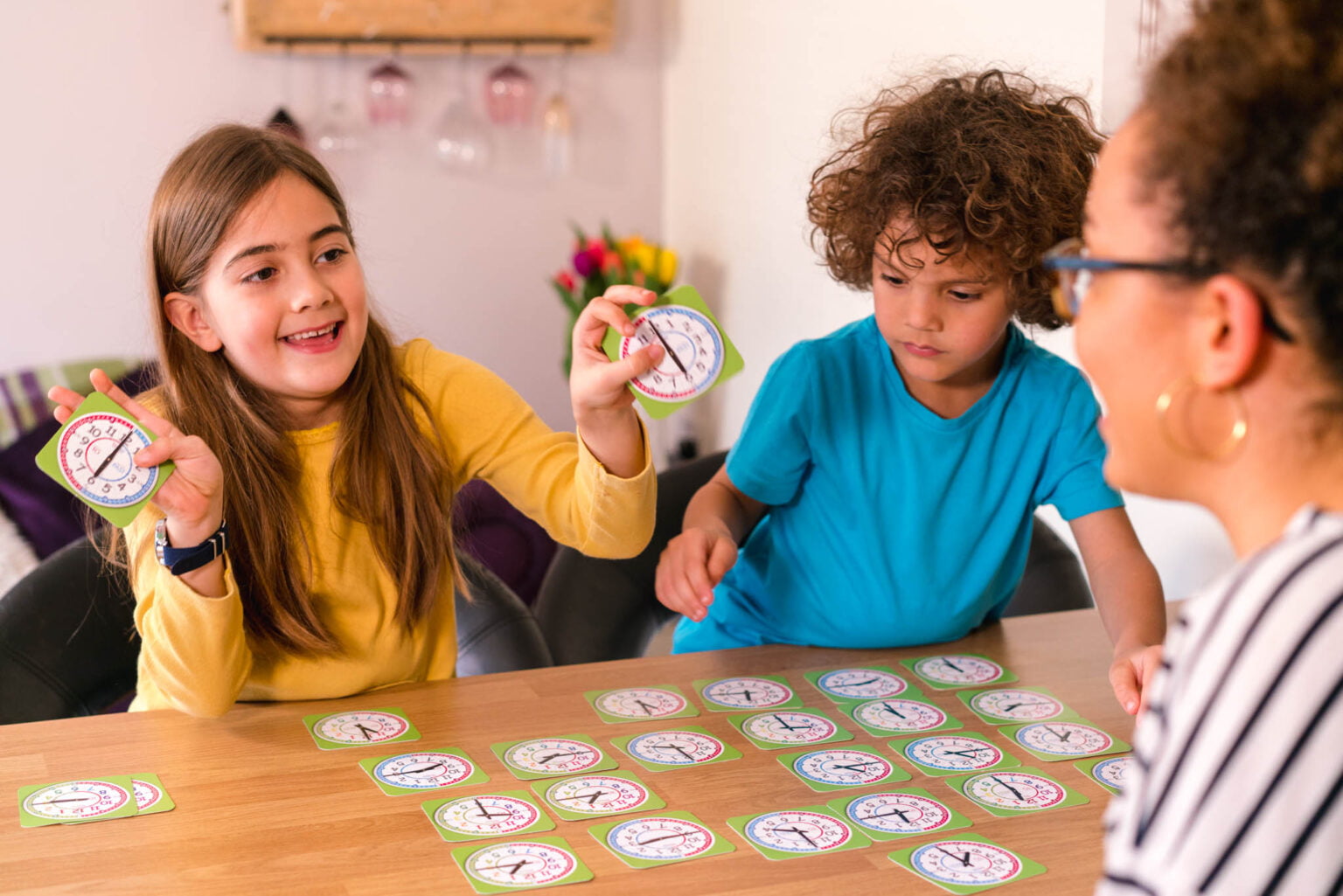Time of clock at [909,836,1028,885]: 12:55
